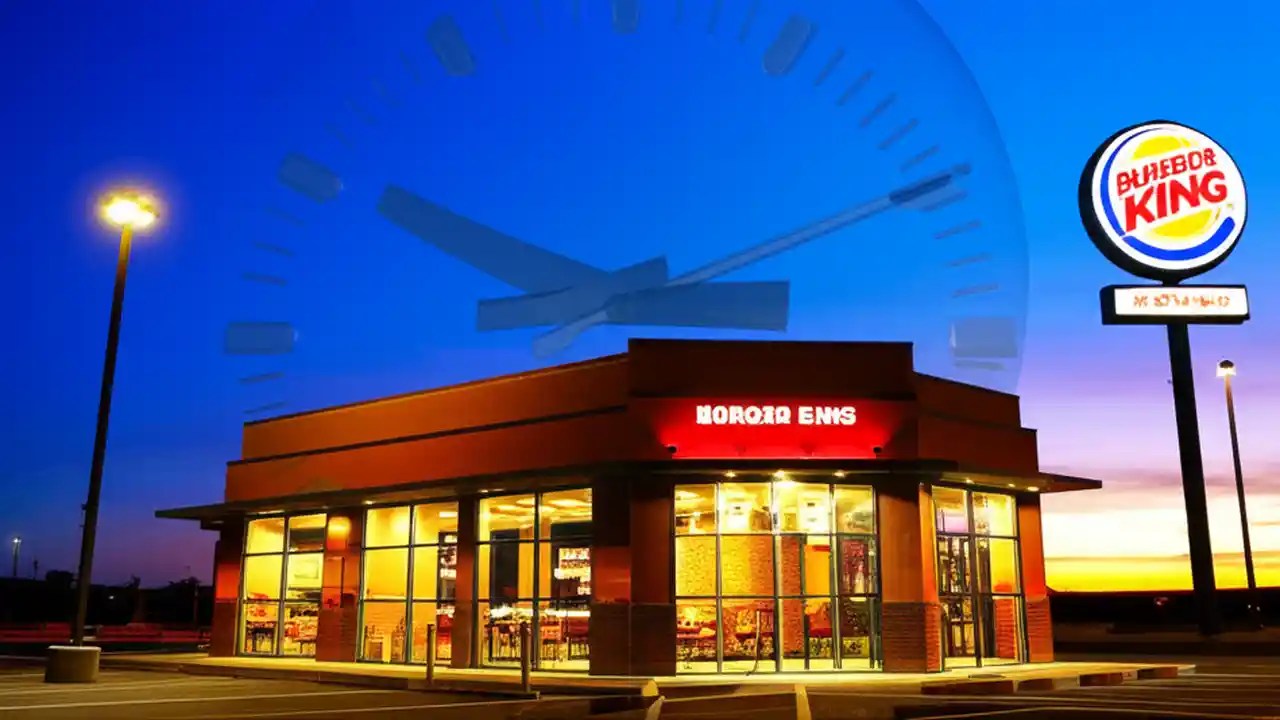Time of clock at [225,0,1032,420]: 9:50
